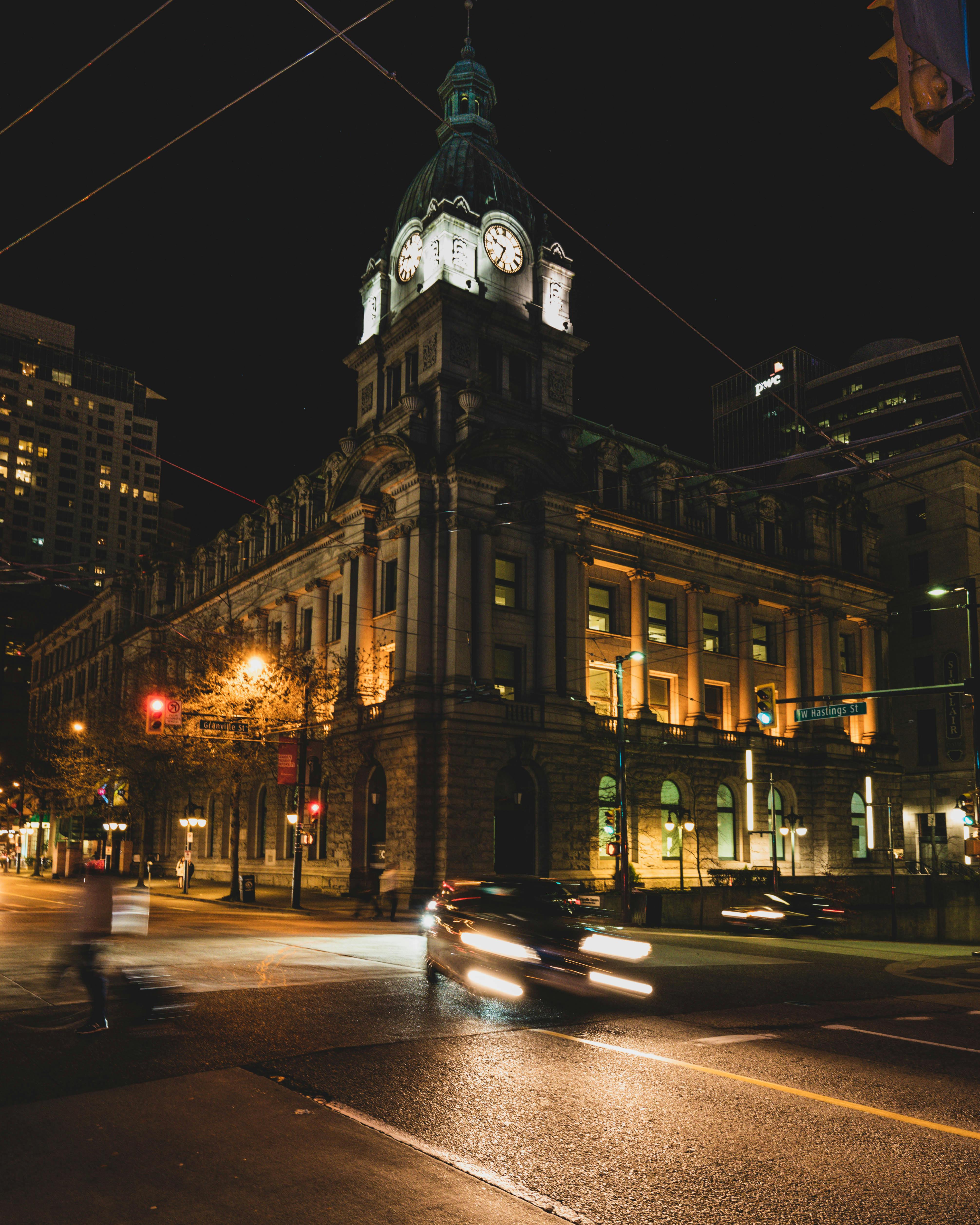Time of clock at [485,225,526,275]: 9:34
